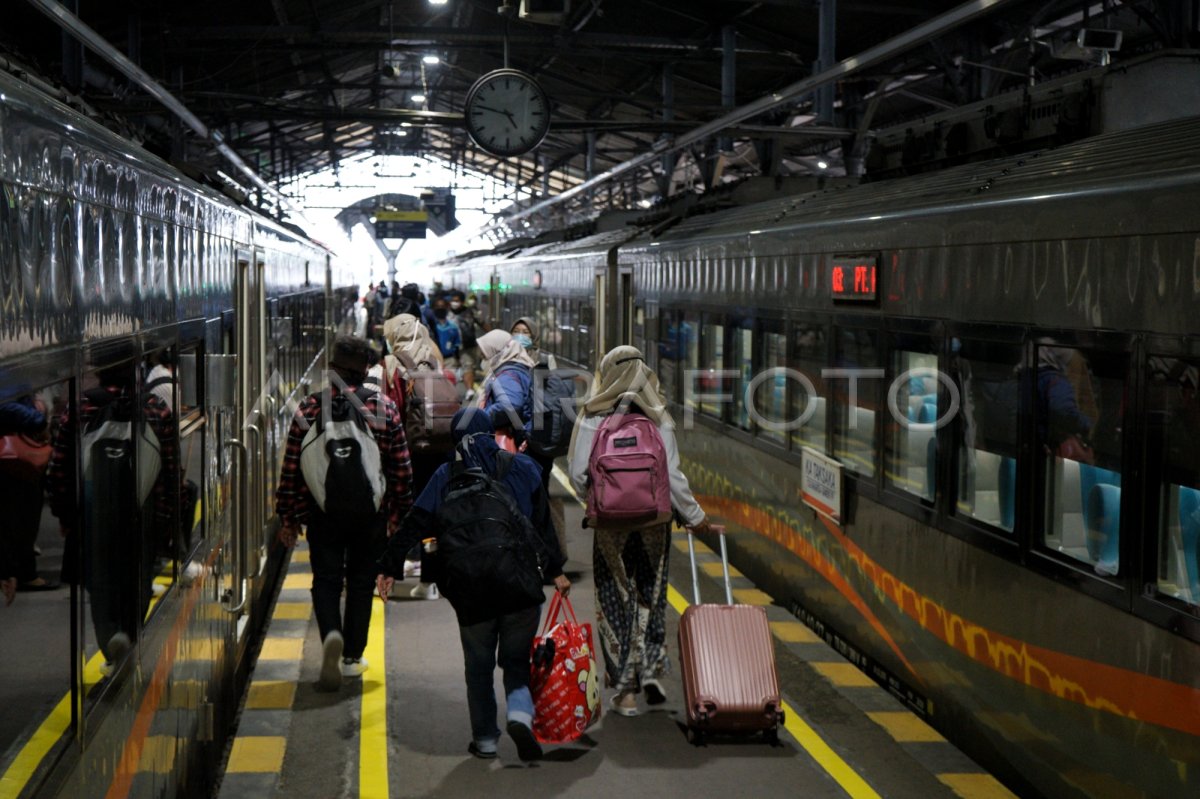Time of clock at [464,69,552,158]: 4:47
